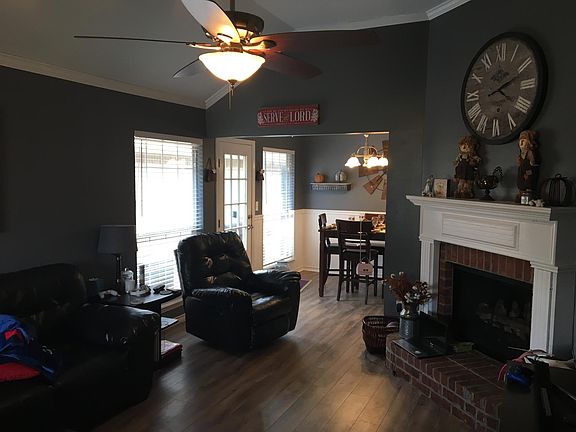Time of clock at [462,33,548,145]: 12:11
